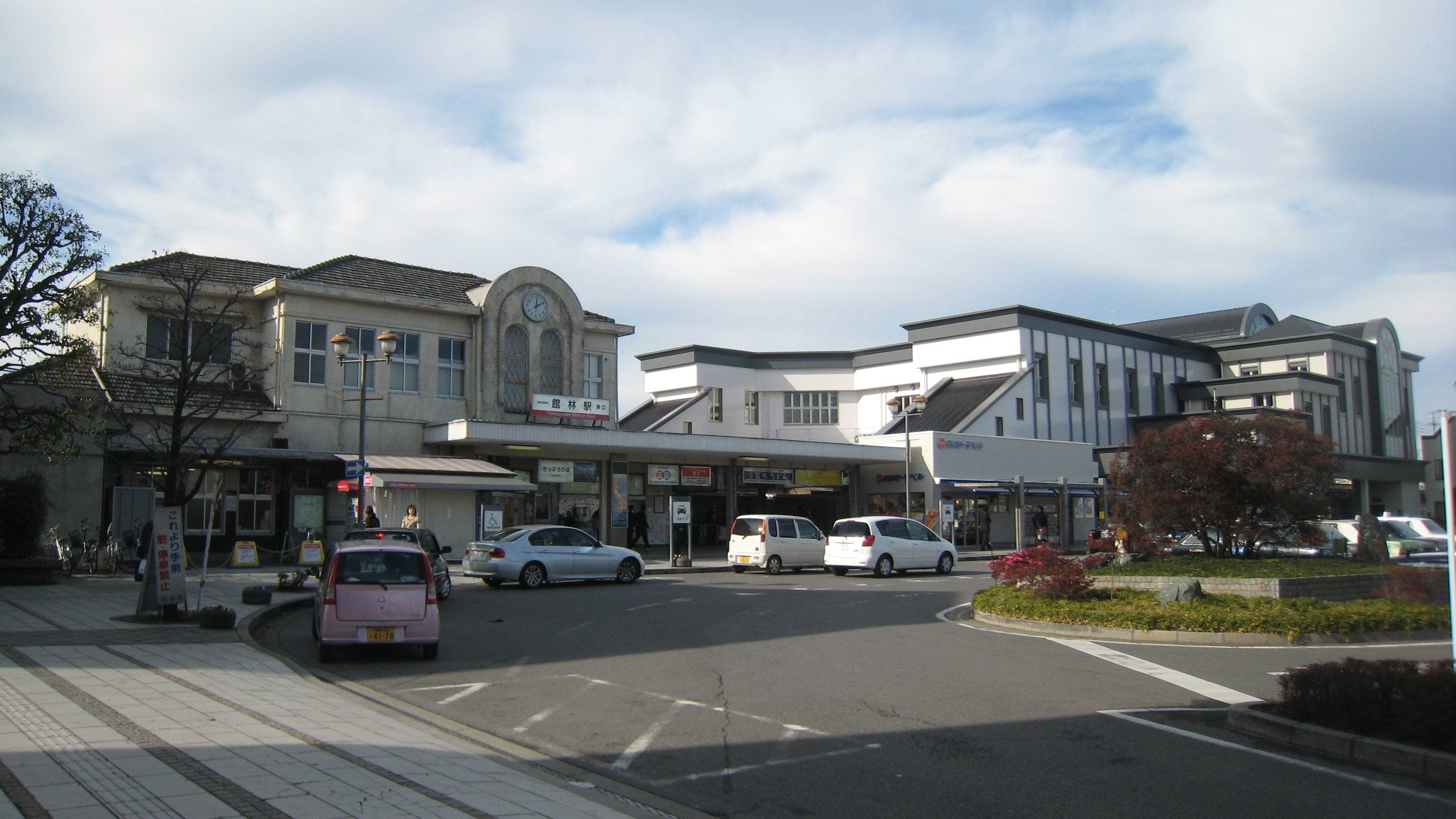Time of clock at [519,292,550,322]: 12:09
